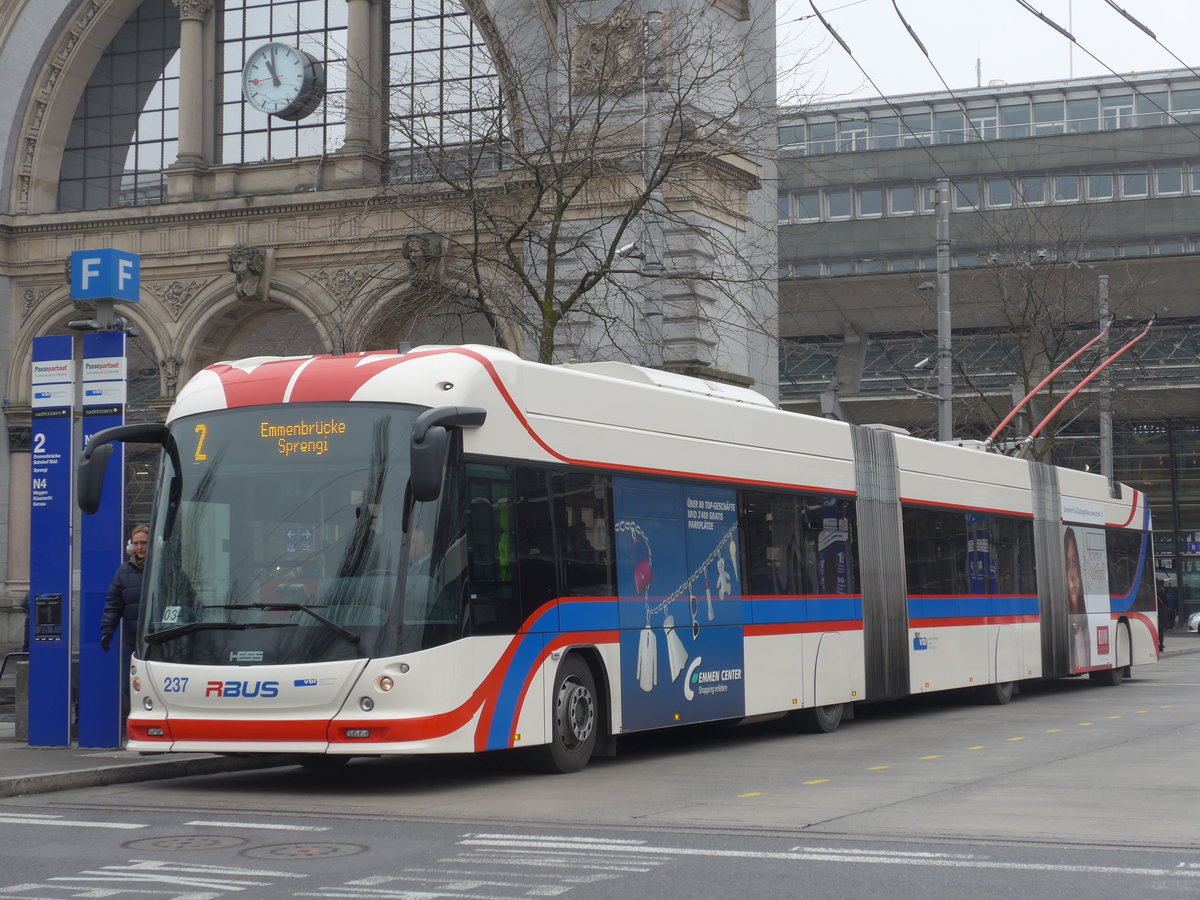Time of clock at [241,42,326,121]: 10:58
